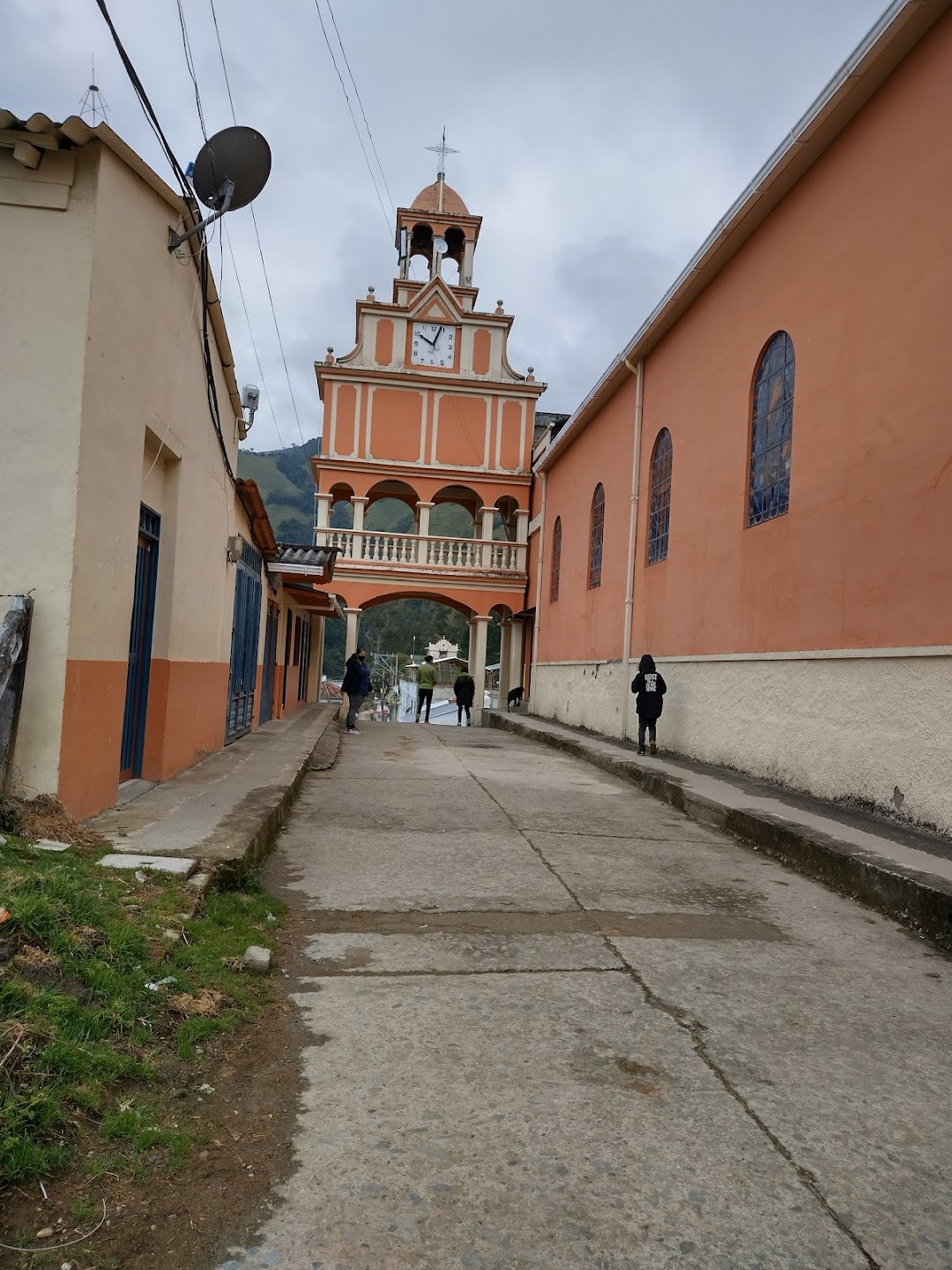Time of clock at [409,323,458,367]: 10:03
